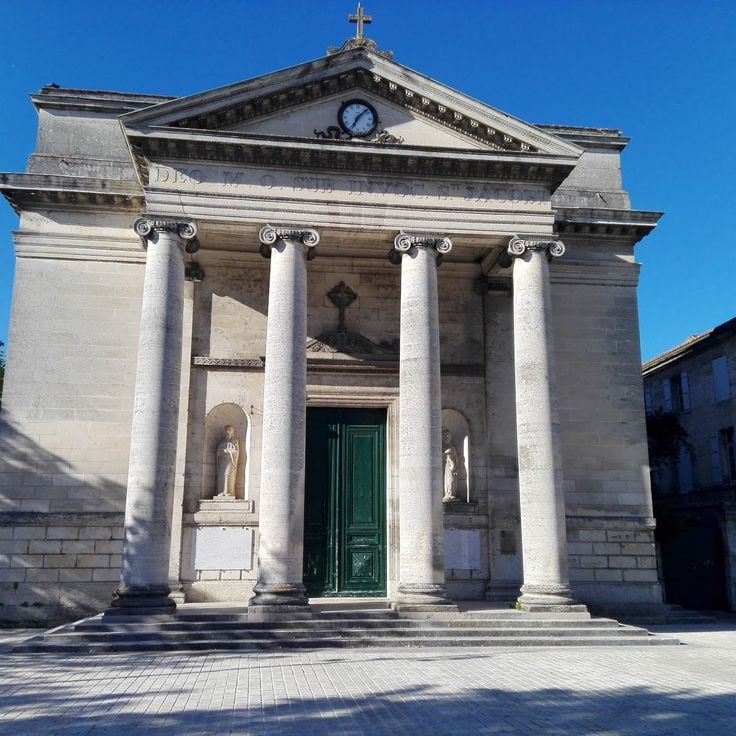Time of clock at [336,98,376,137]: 7:07
